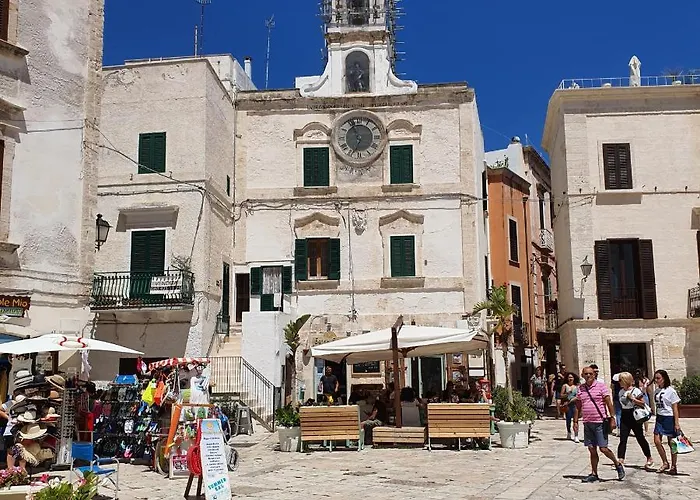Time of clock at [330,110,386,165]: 6:56
